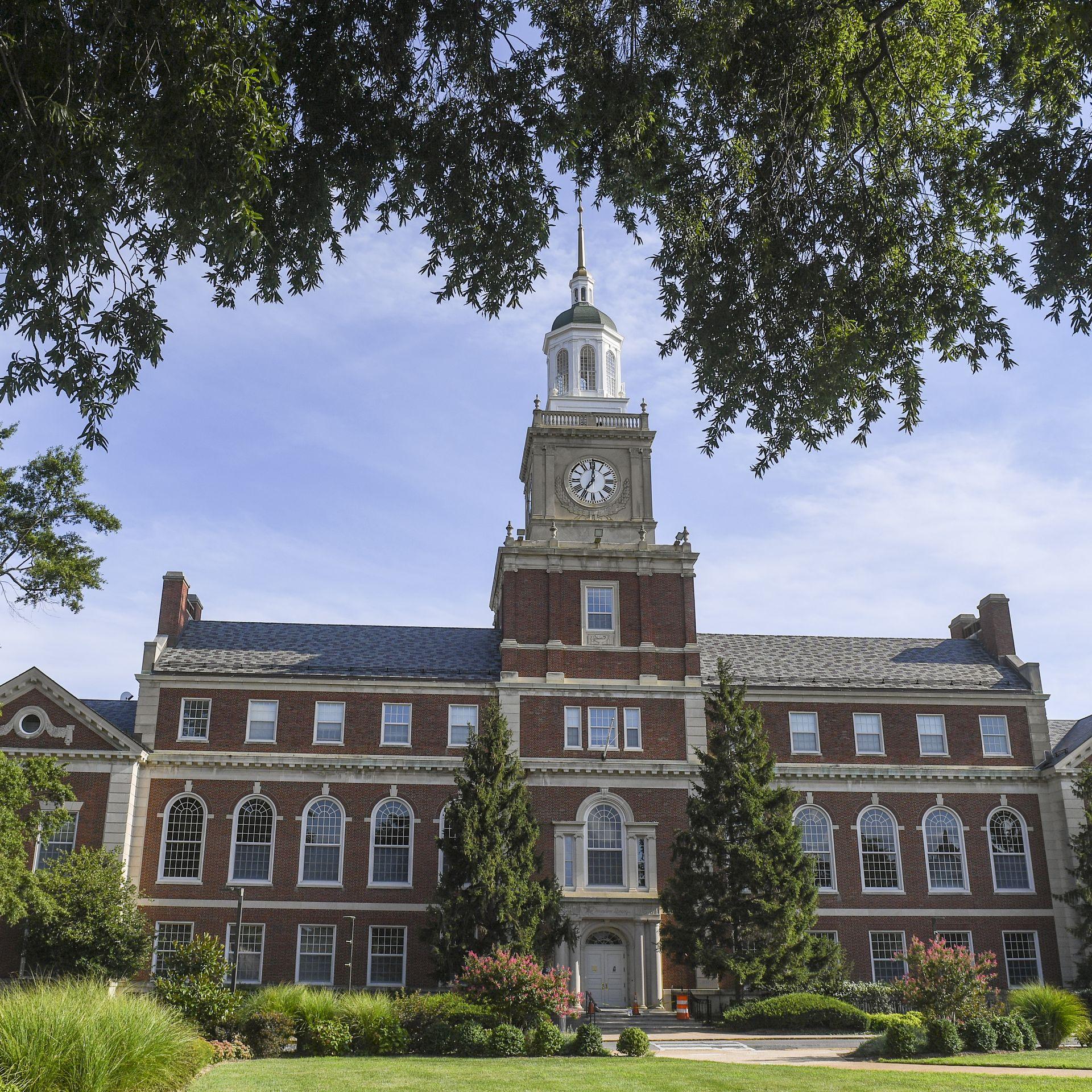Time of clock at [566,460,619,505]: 7:00
